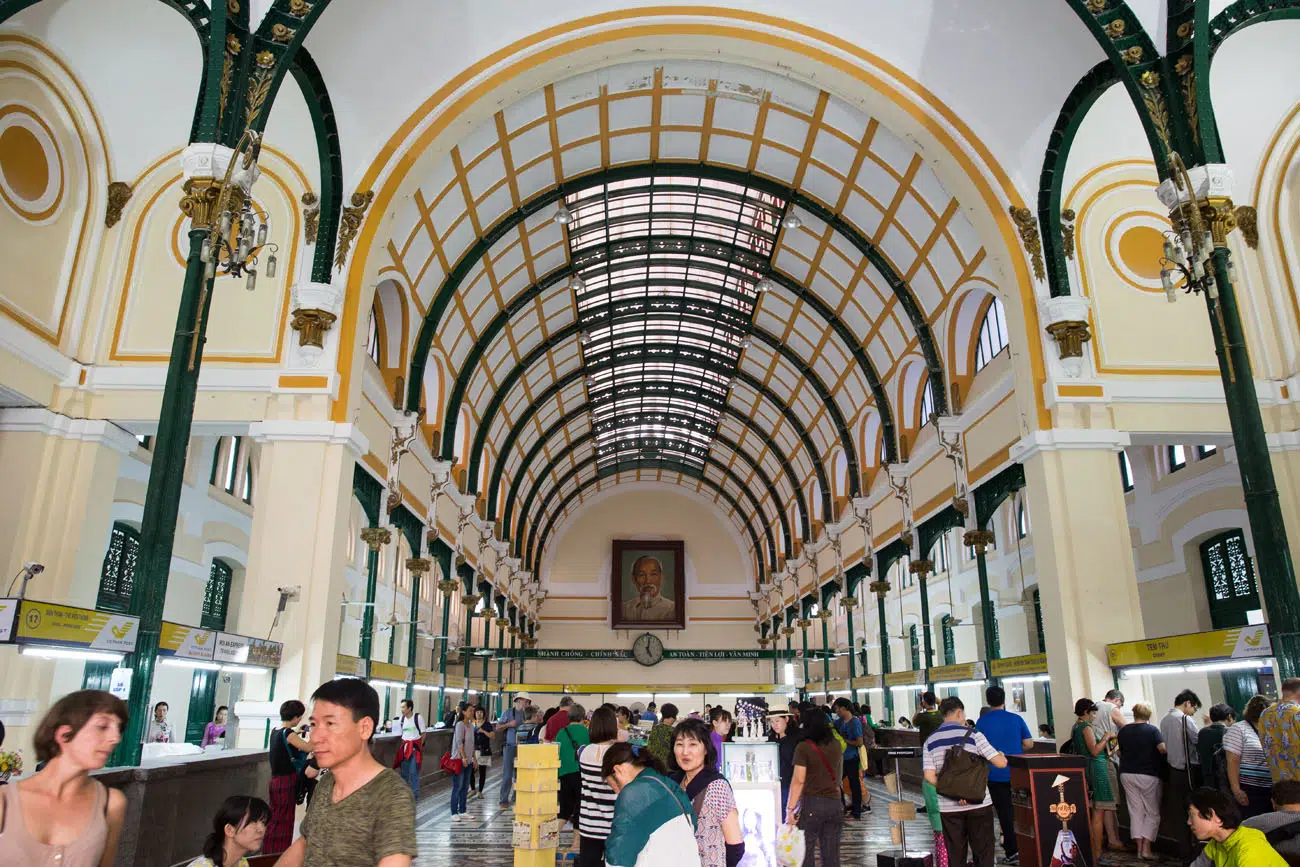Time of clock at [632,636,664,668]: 5:00
